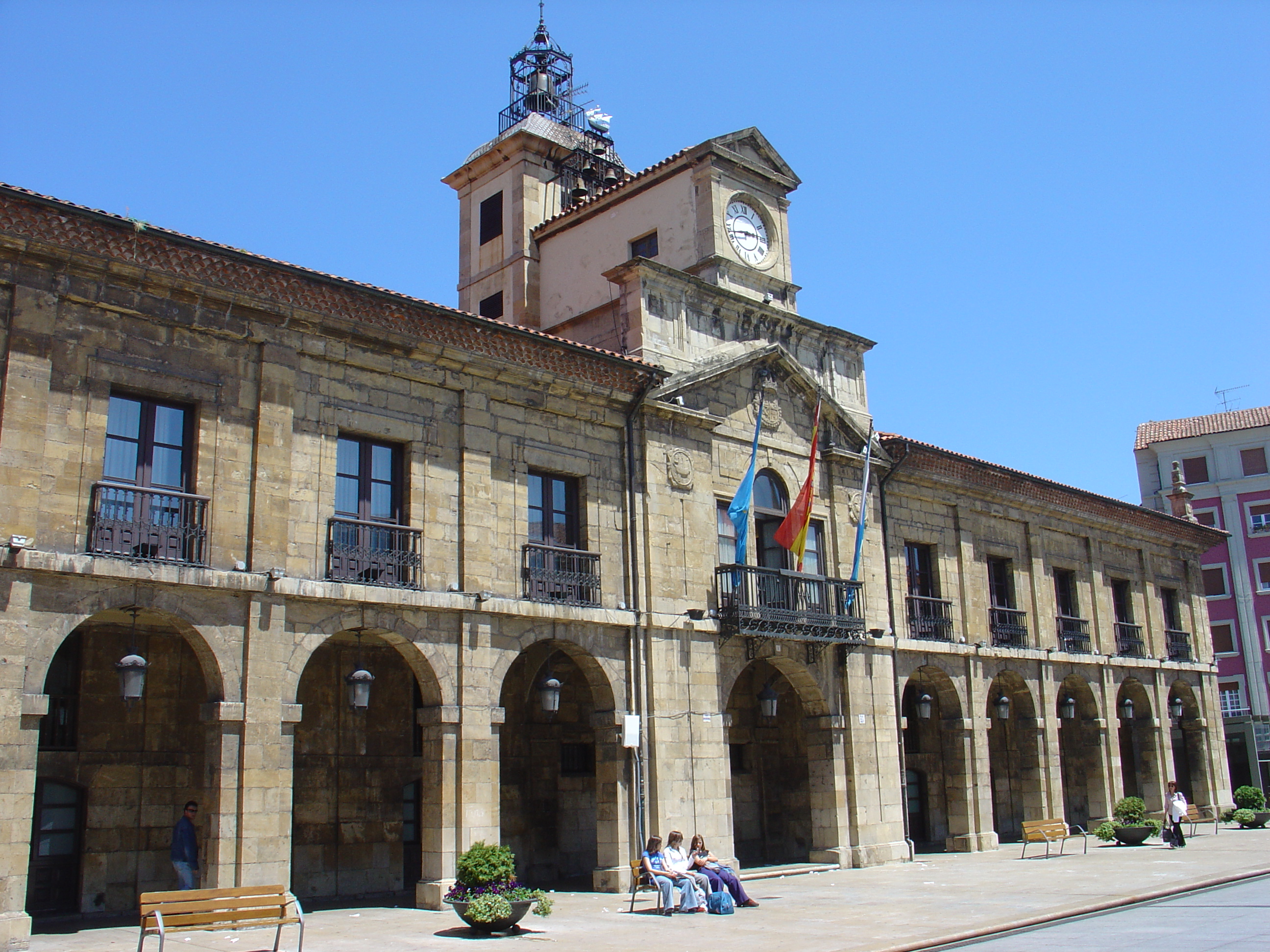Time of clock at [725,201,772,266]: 2:42
